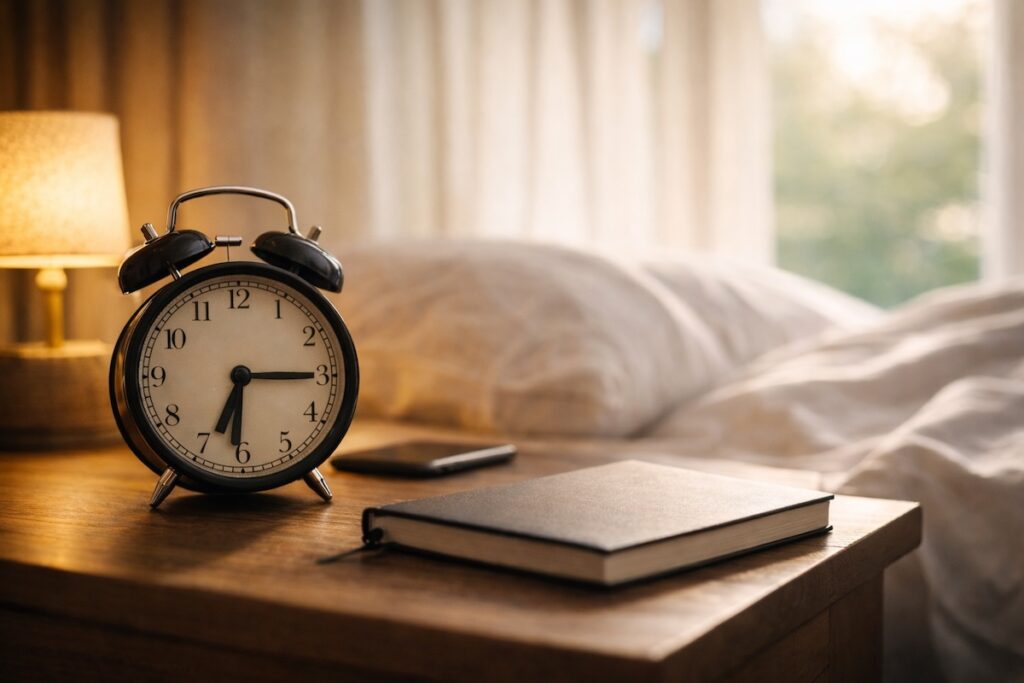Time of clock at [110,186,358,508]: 6:15
